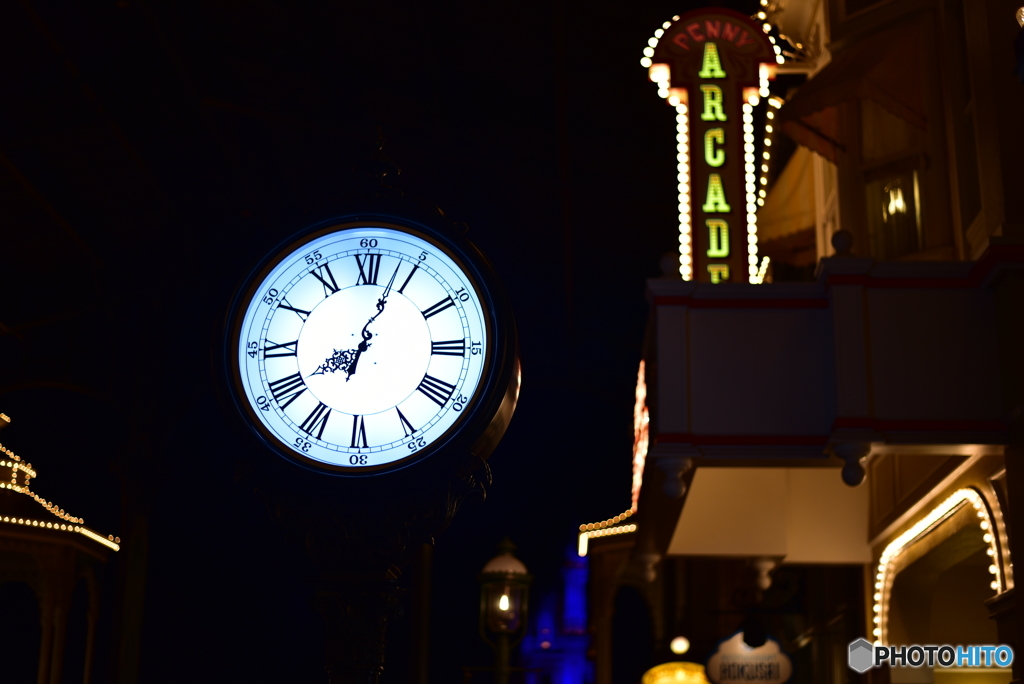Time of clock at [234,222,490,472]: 8:03
